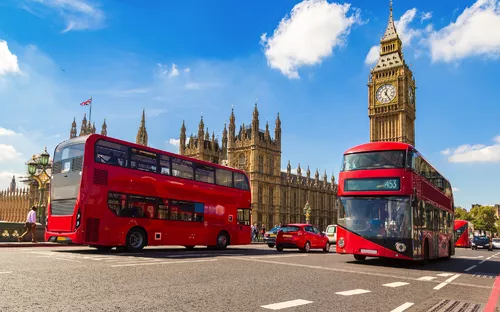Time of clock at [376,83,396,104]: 12:24
